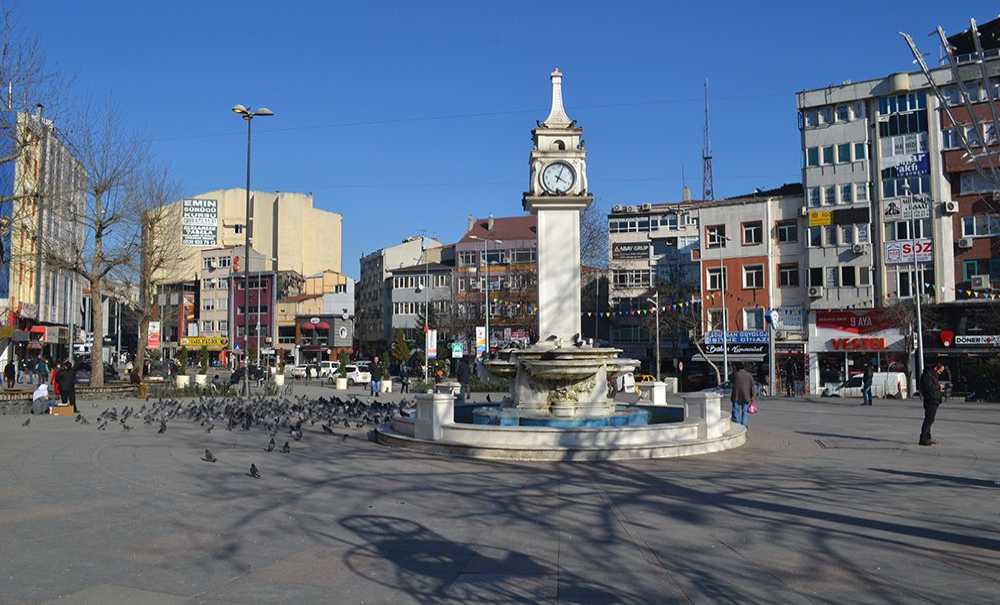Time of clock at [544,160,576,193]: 4:03
